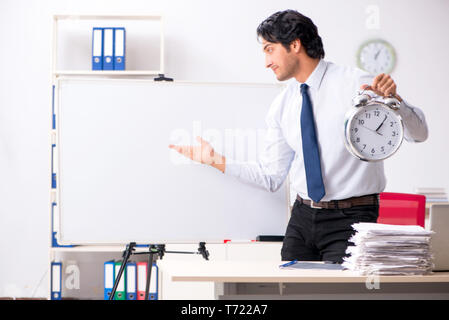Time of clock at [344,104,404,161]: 1:05
